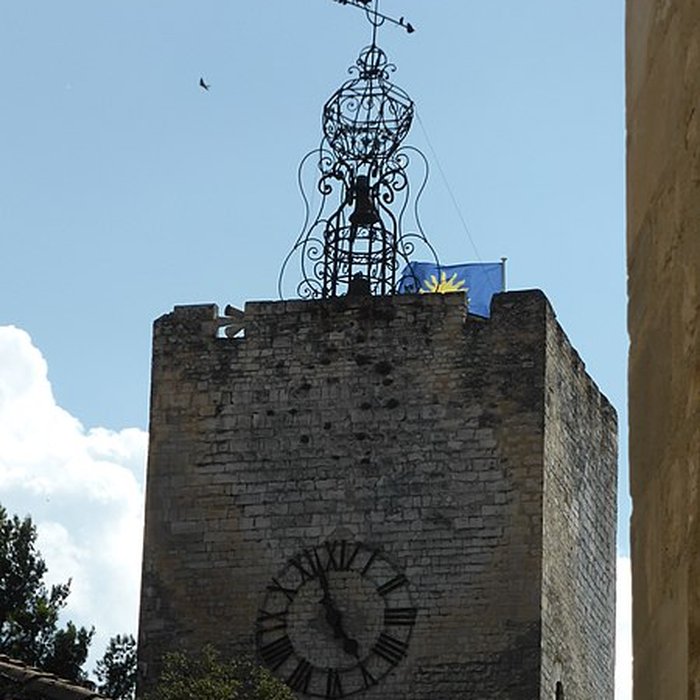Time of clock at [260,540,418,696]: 4:57
